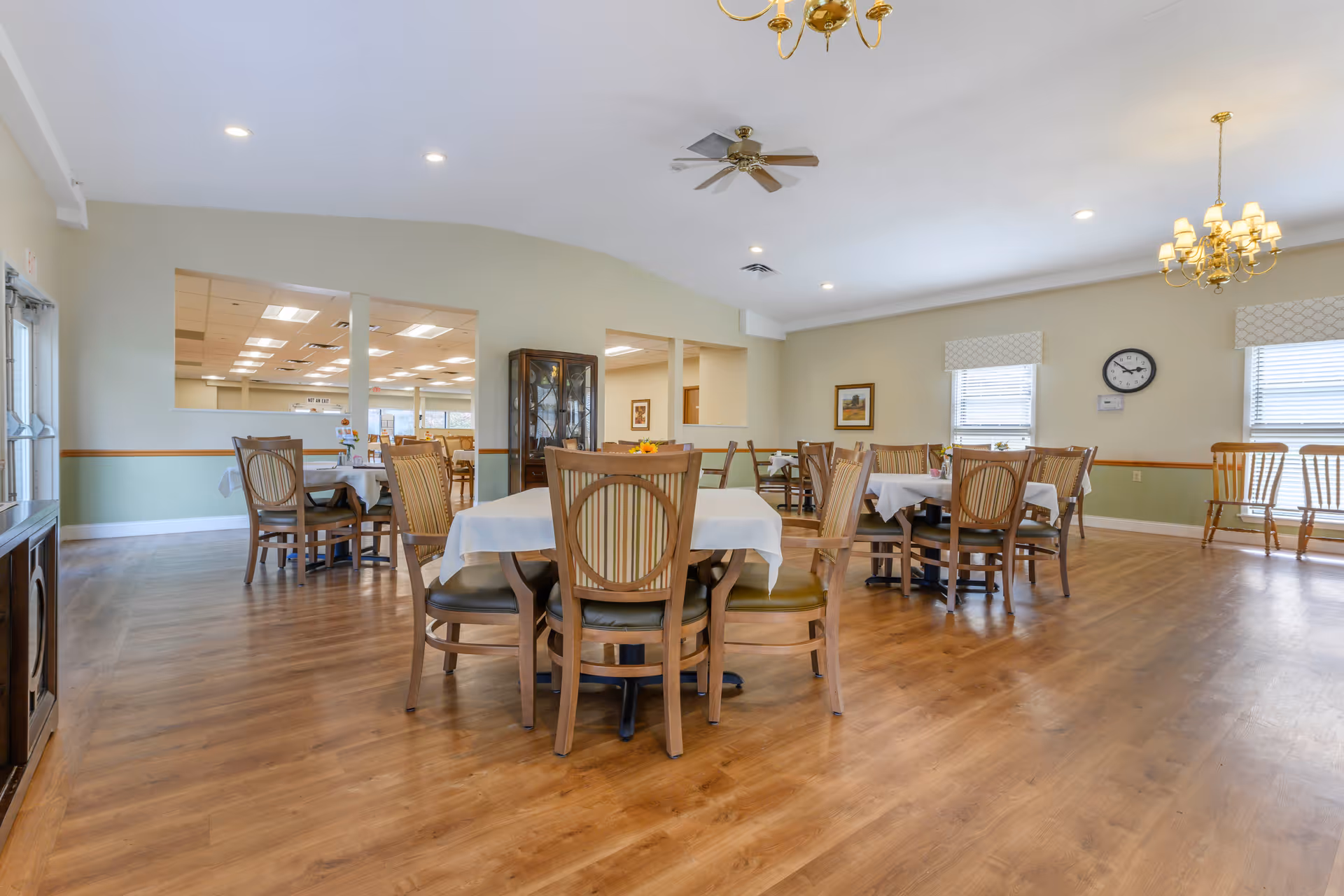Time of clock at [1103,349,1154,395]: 2:51
